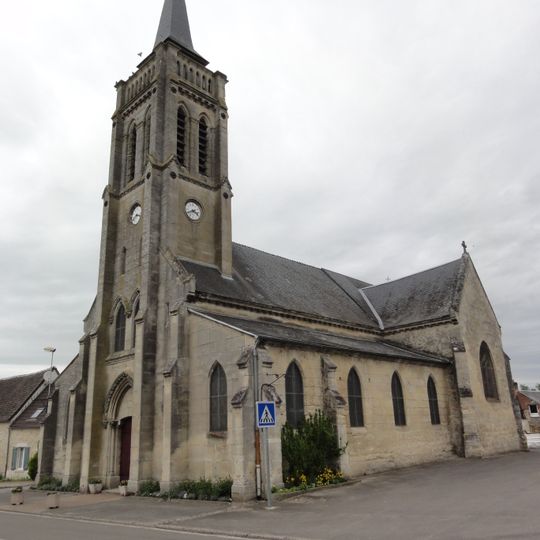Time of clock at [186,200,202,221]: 3:40
